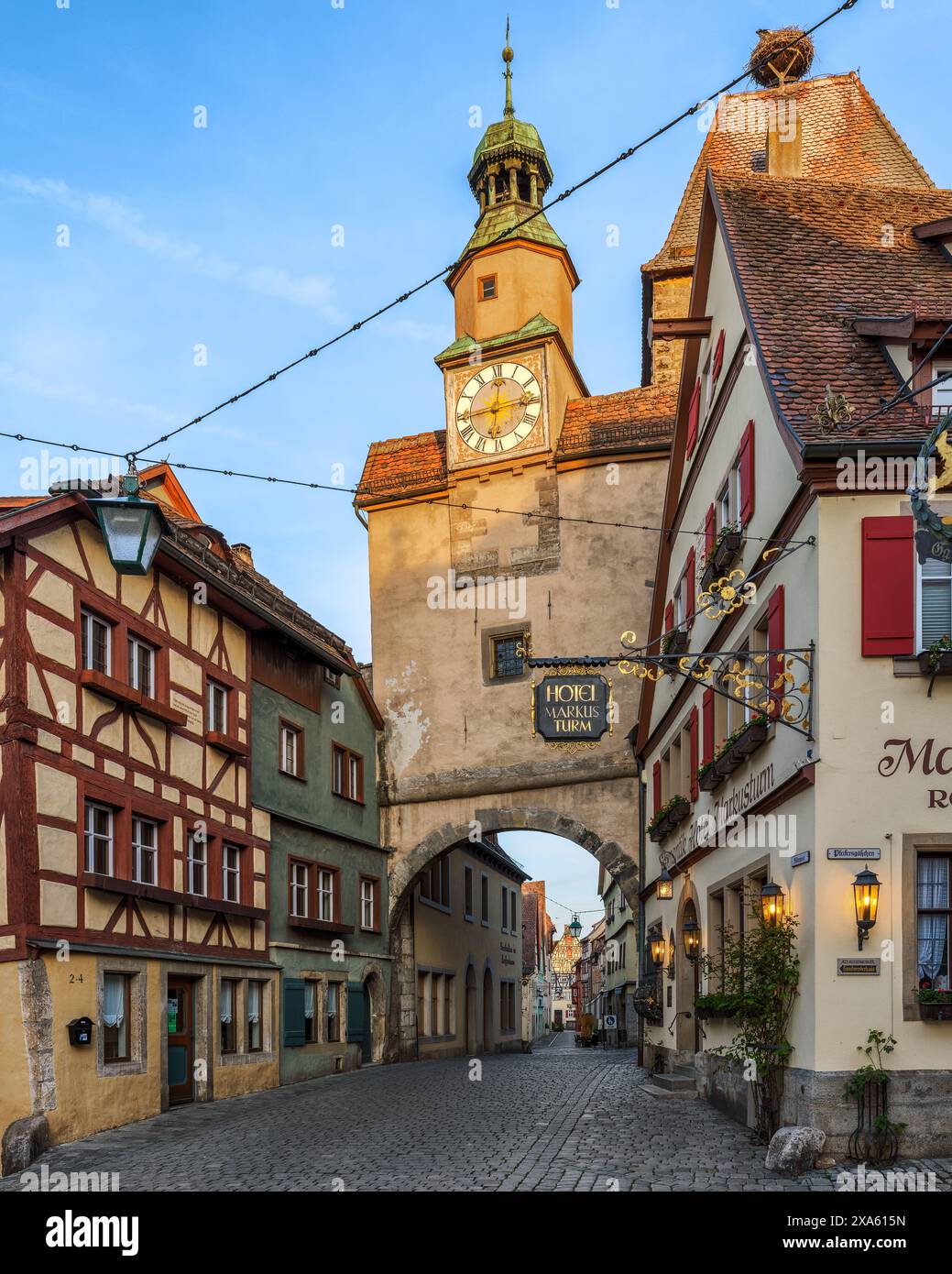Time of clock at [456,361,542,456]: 12:14
